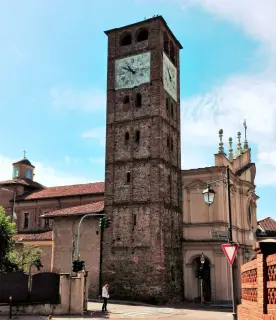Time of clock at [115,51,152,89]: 10:50
